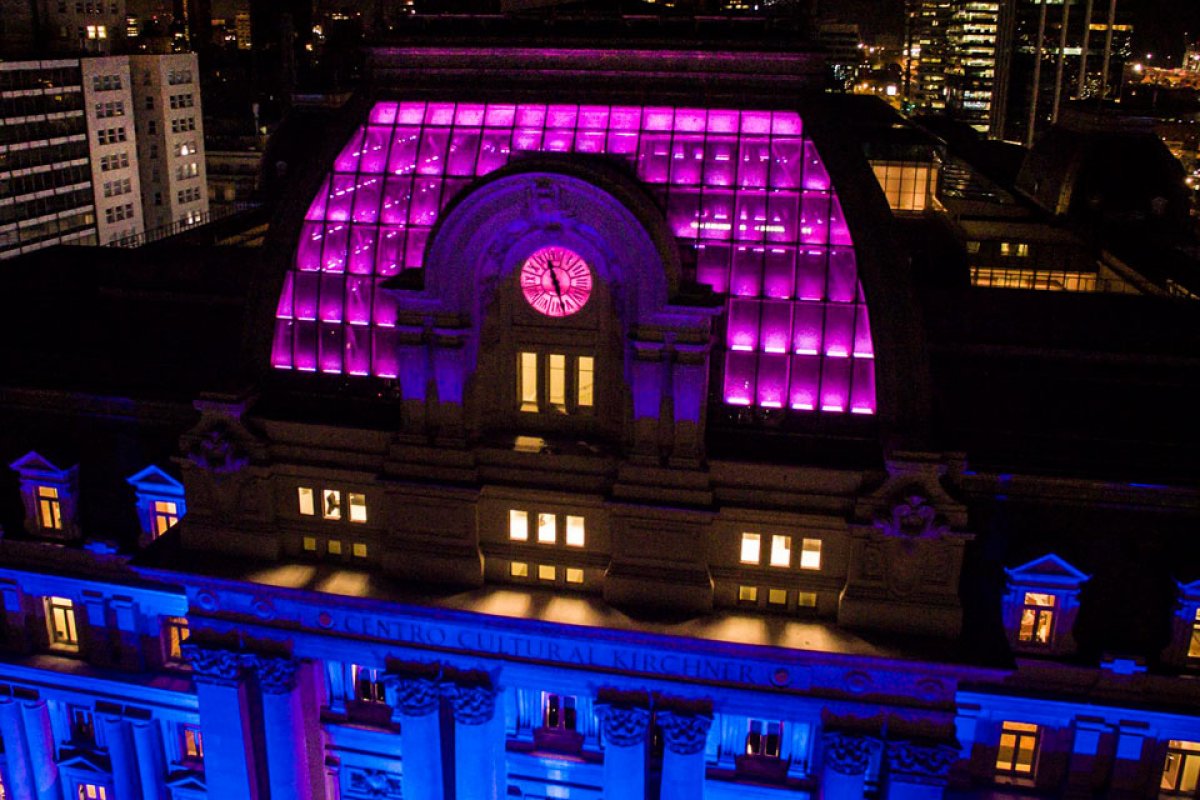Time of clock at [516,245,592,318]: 11:27
